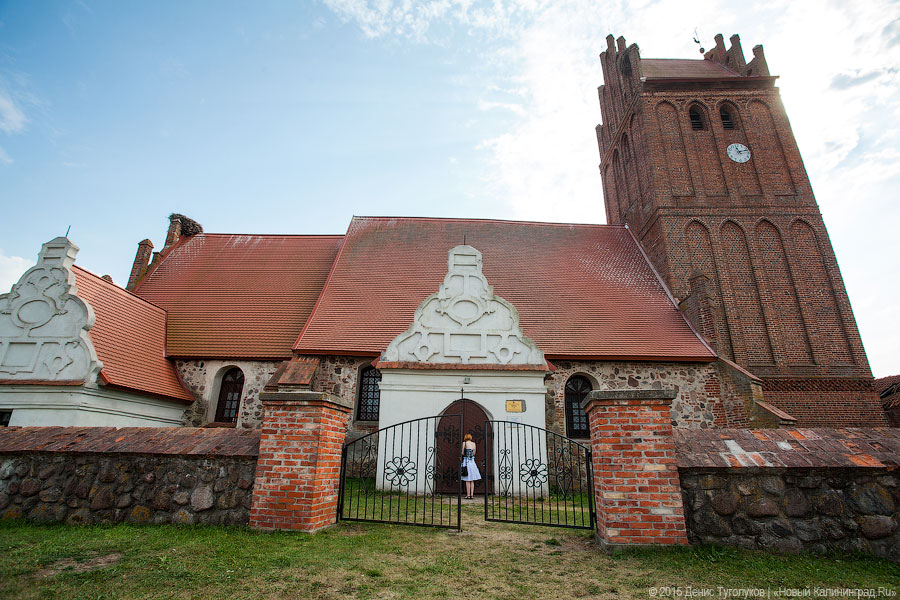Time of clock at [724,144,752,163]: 11:12
